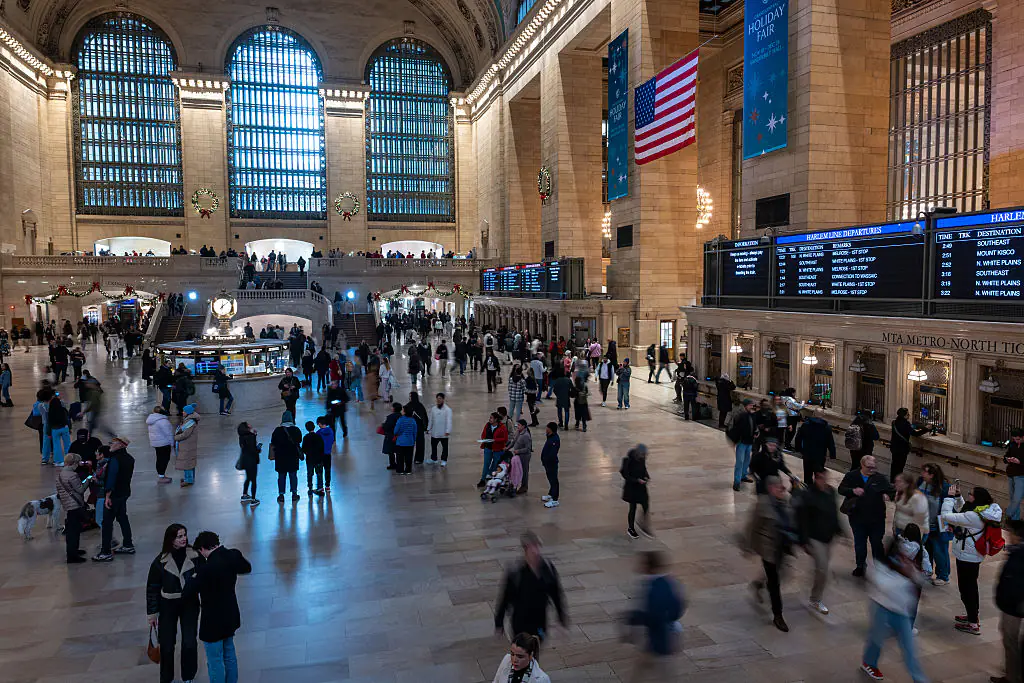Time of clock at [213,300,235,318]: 12:07
